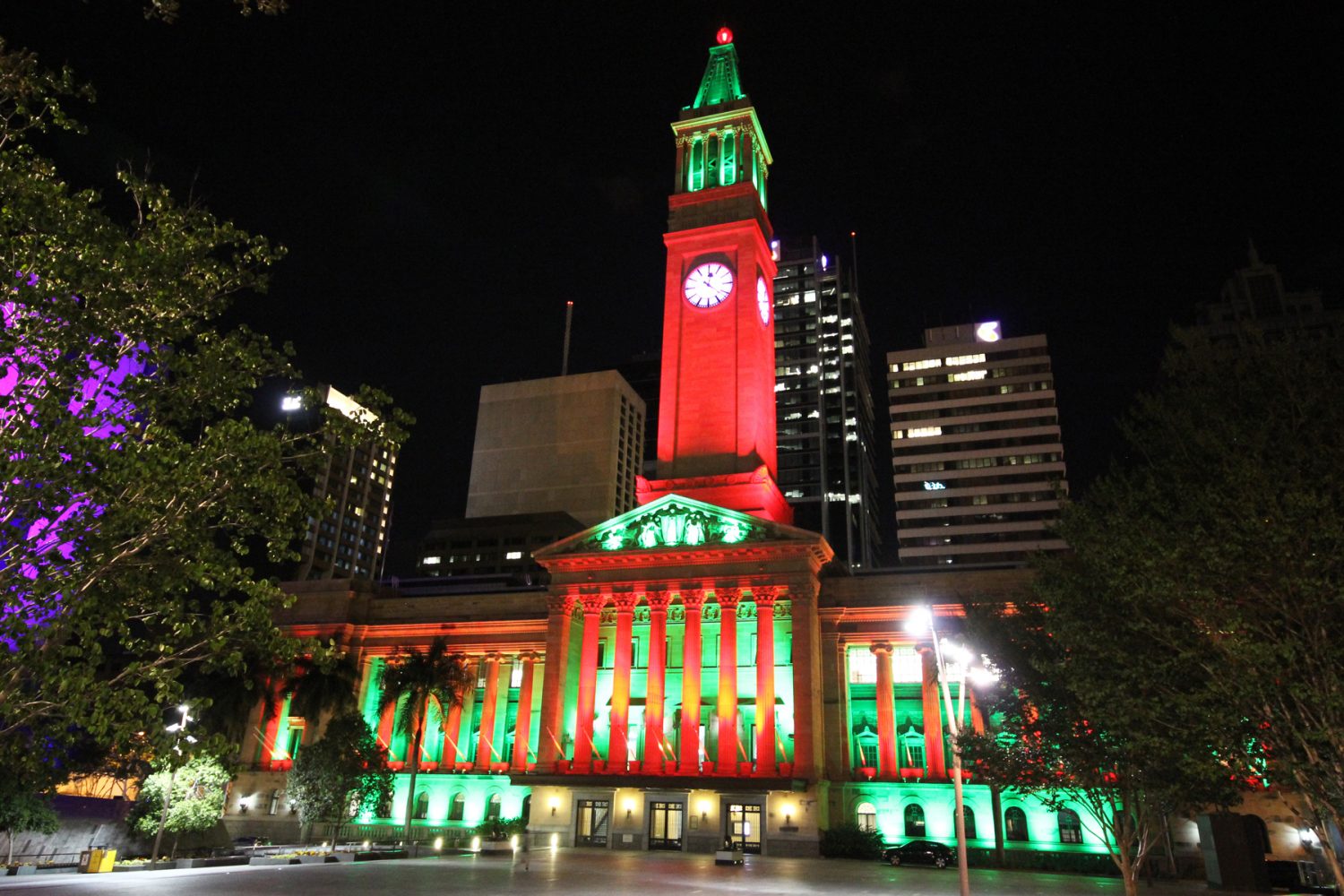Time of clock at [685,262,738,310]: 12:21
